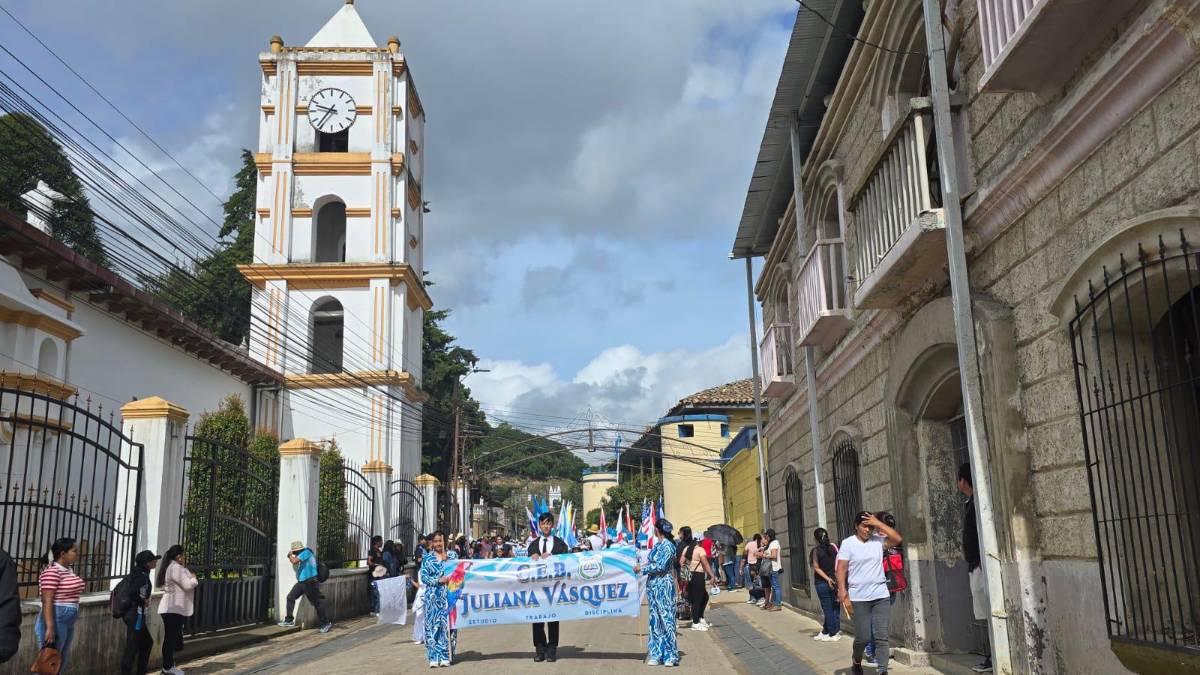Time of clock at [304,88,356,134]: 9:36
